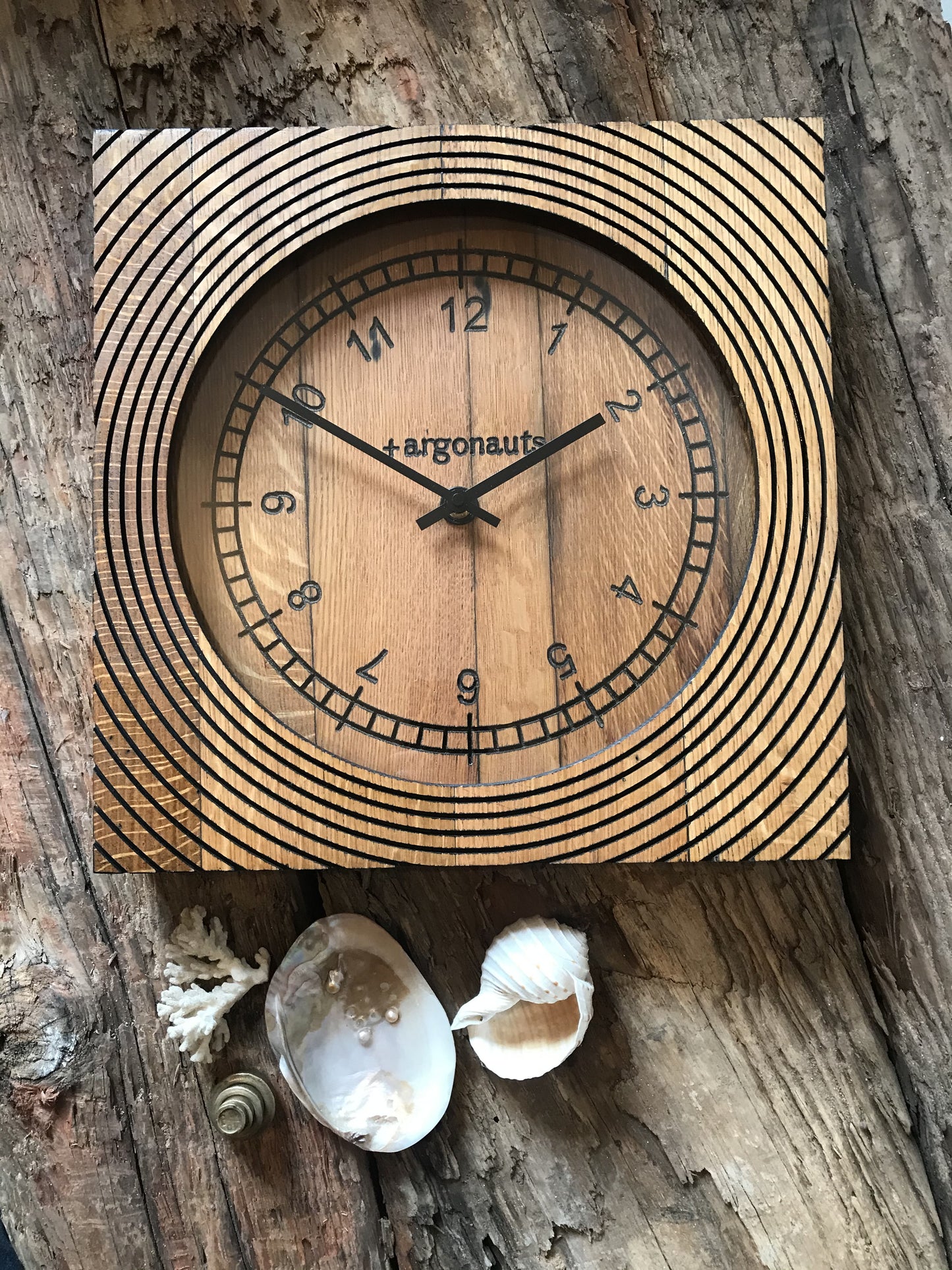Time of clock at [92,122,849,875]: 1:50
